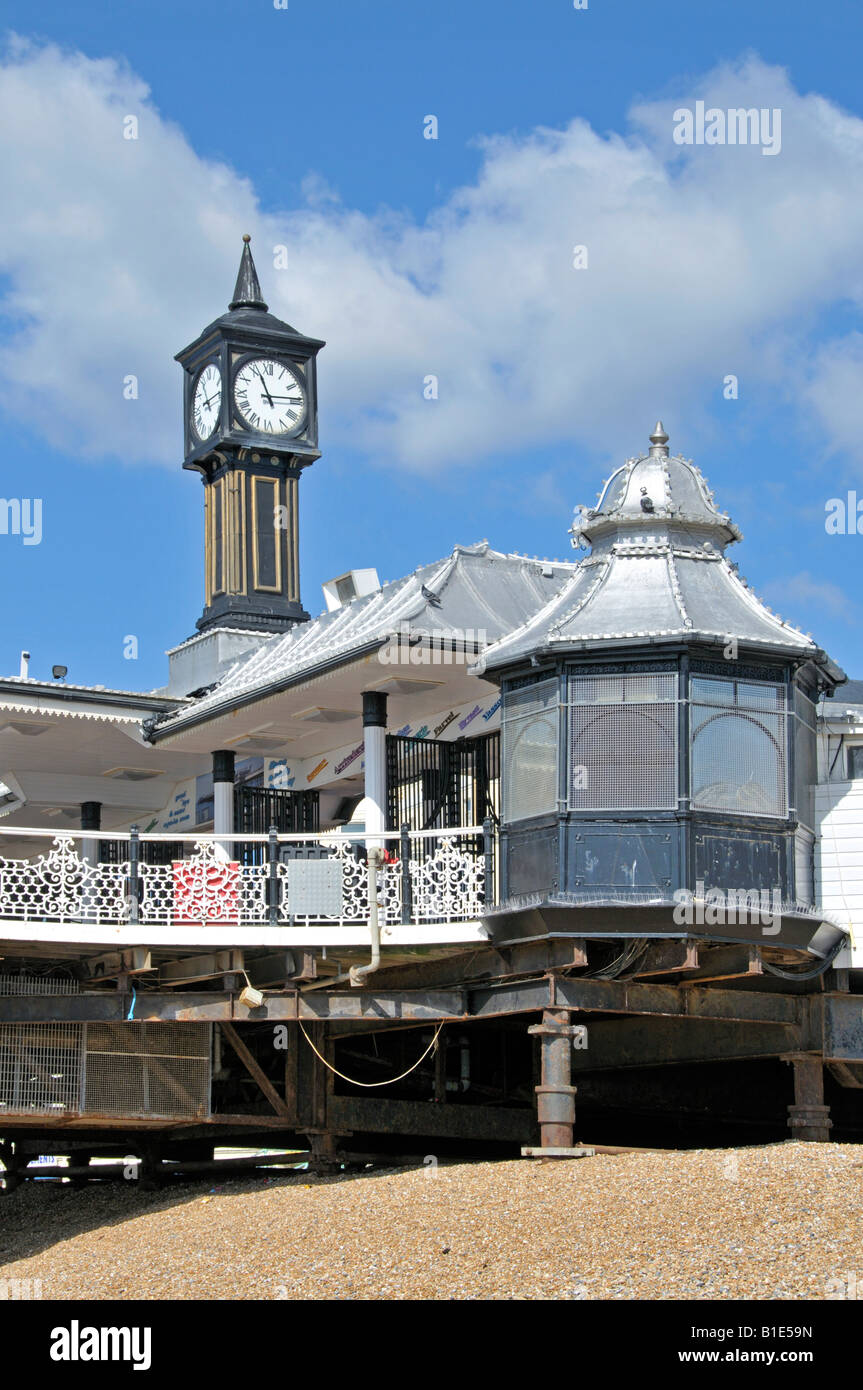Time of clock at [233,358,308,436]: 11:13
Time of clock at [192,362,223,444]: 11:13
